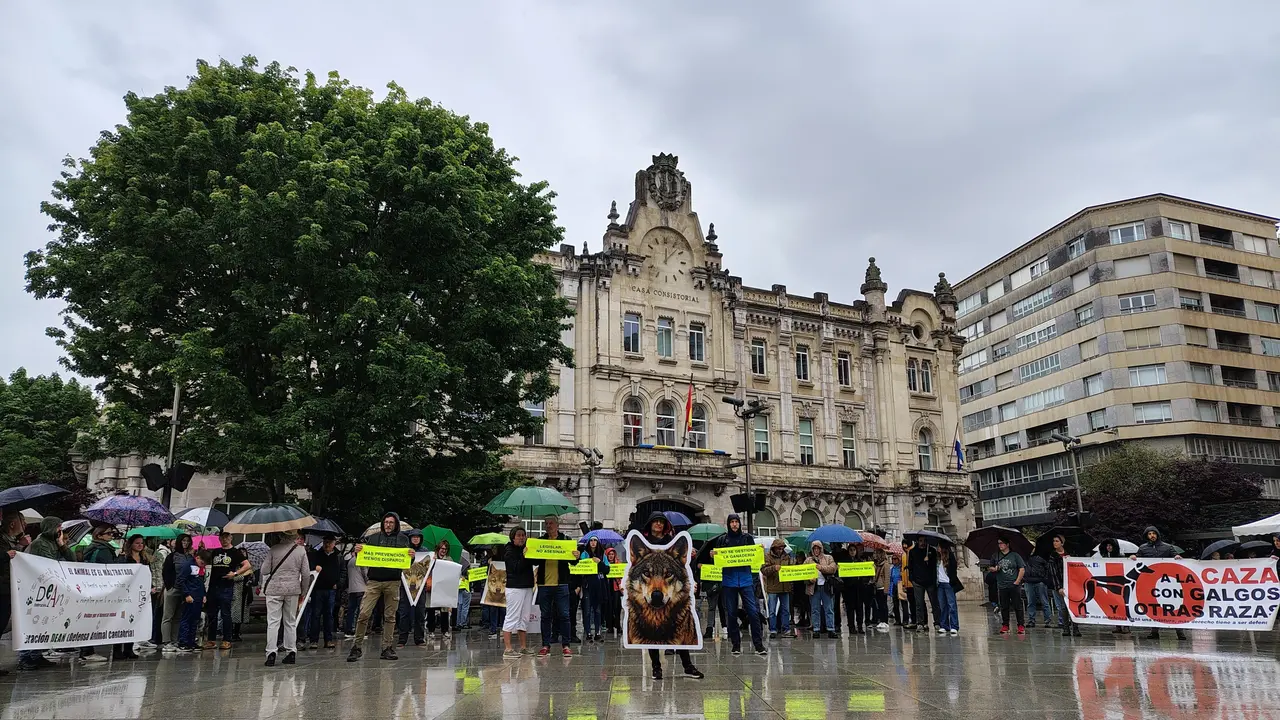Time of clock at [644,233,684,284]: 12:07
